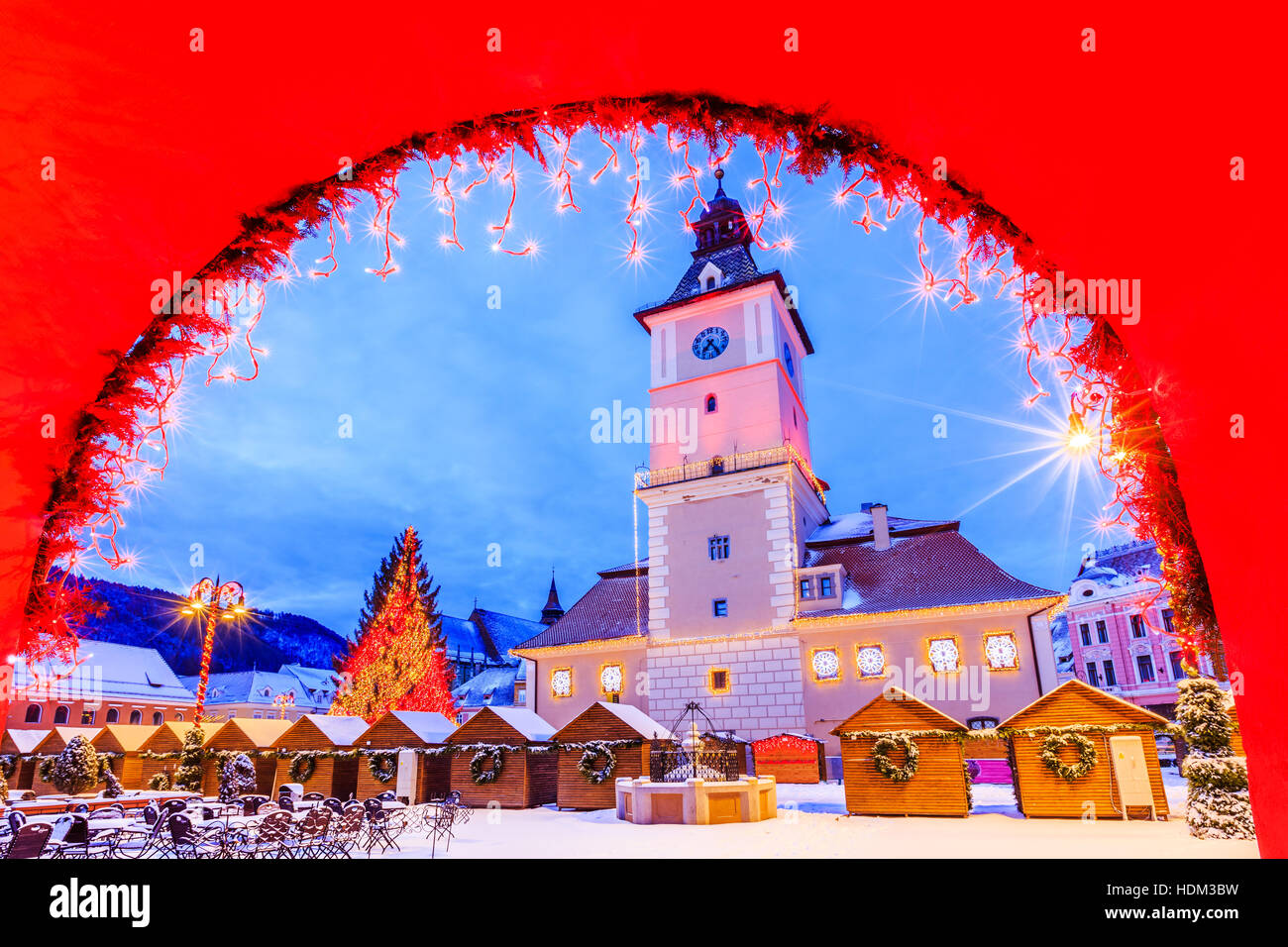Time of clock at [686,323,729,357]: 7:24
